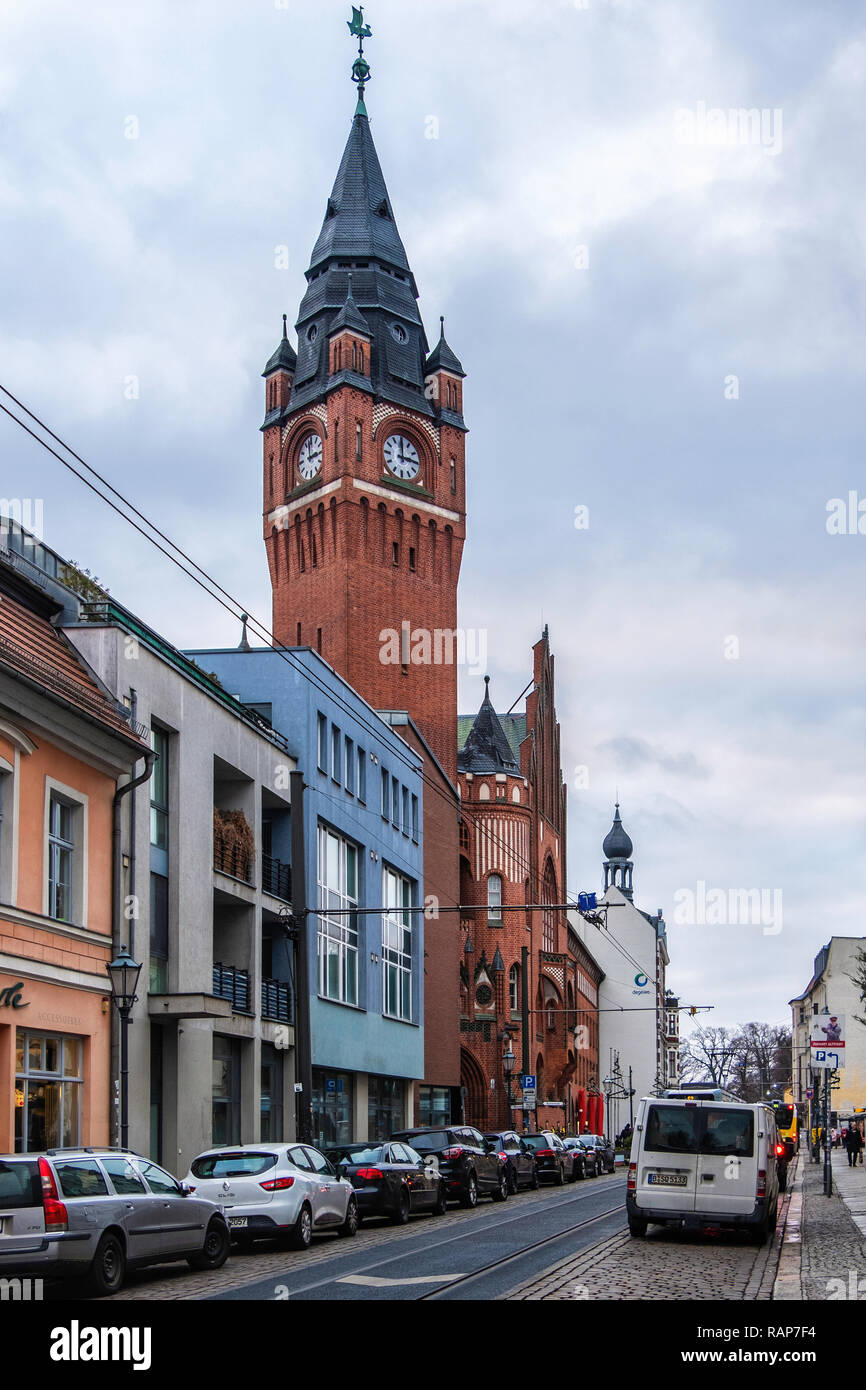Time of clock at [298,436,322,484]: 2:59
